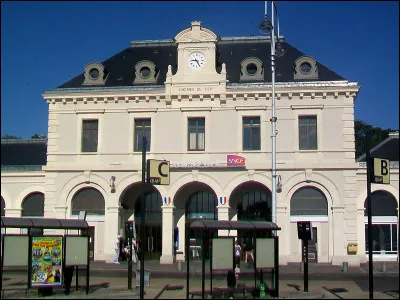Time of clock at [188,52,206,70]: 9:25
